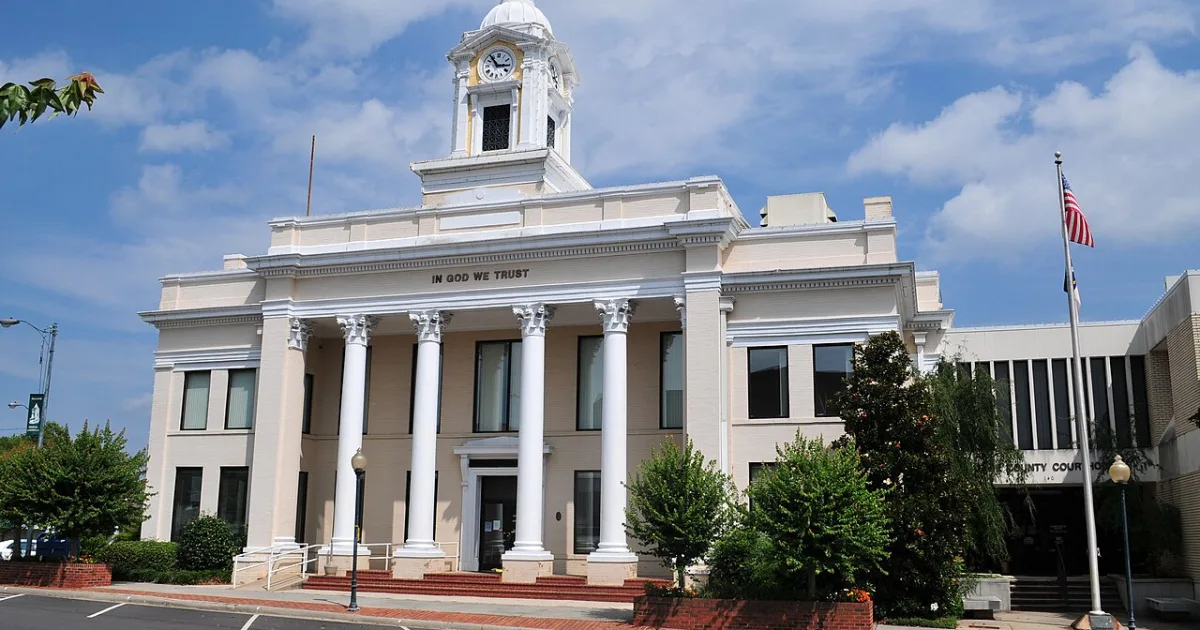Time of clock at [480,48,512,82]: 2:53
